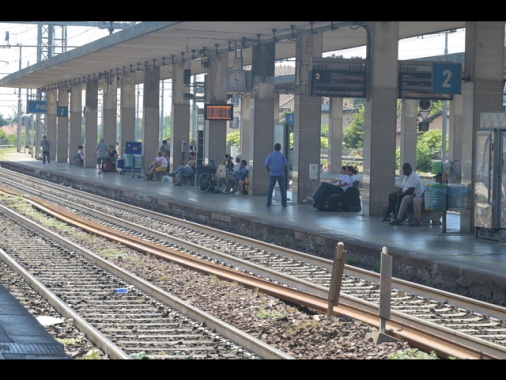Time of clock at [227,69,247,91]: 3:26
